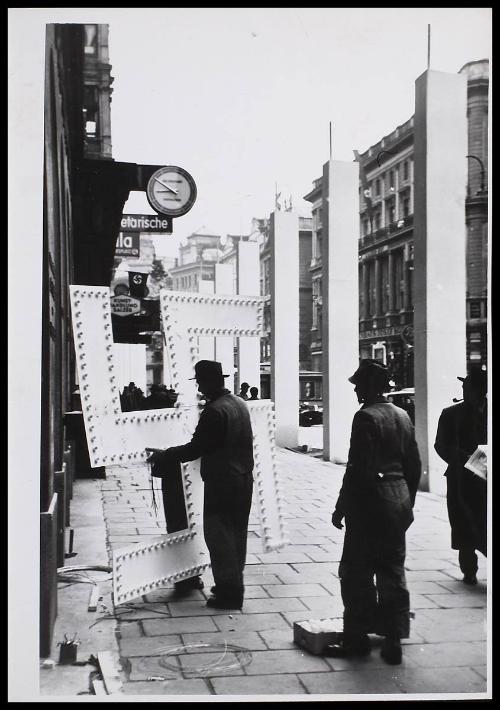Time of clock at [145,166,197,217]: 8:51
